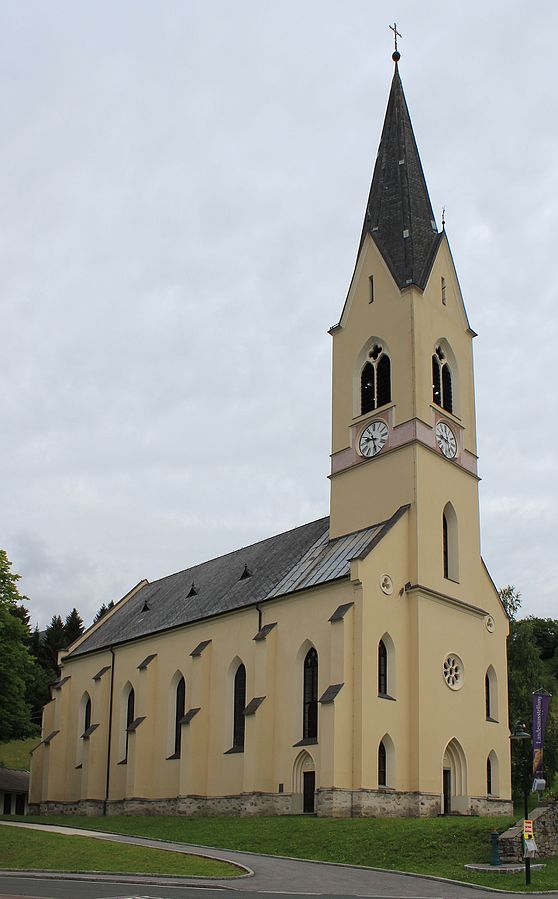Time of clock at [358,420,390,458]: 9:28
